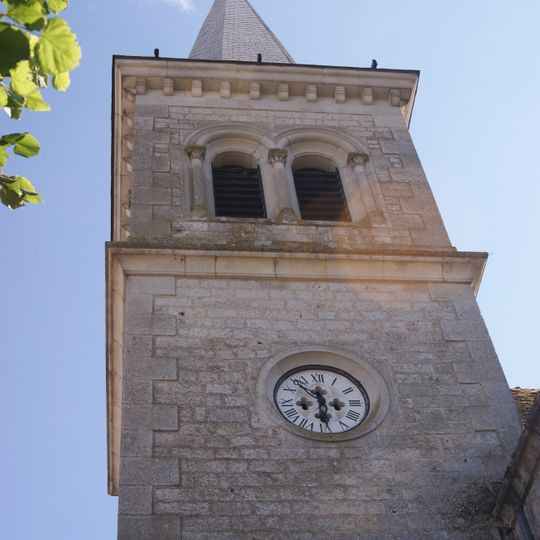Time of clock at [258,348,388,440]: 5:53
